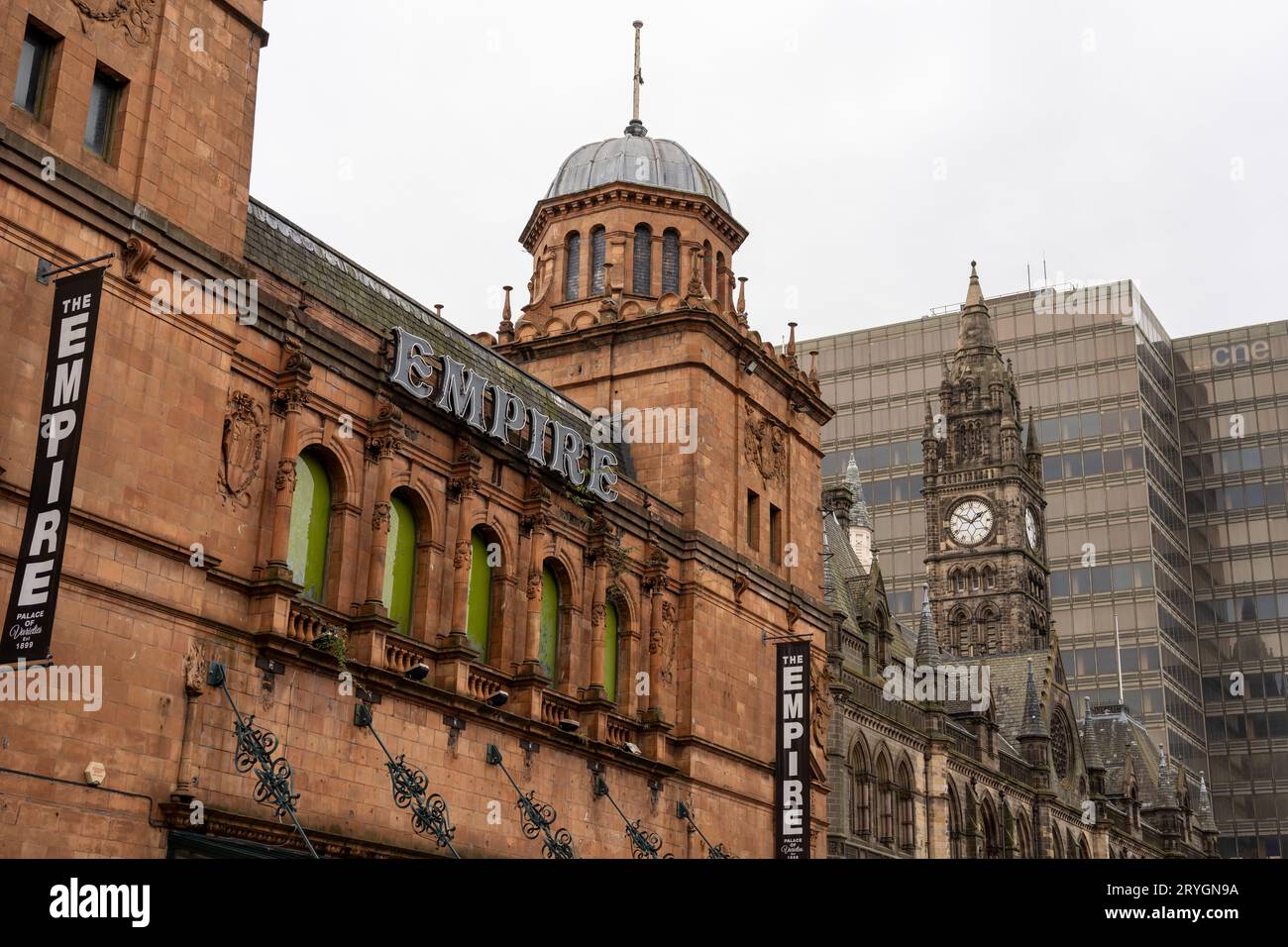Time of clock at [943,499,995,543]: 1:50
